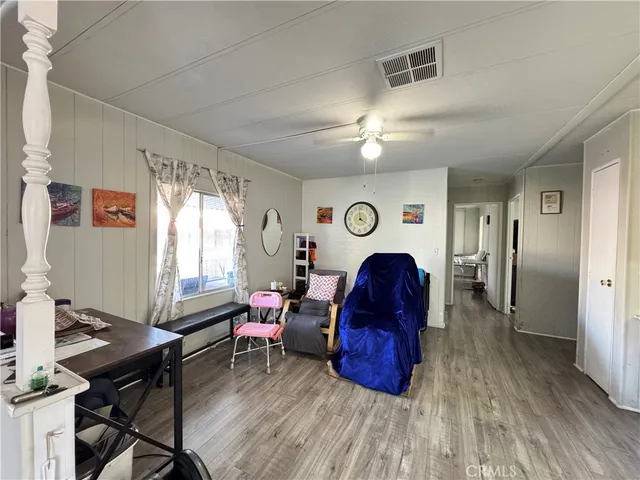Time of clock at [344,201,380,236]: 3:58
